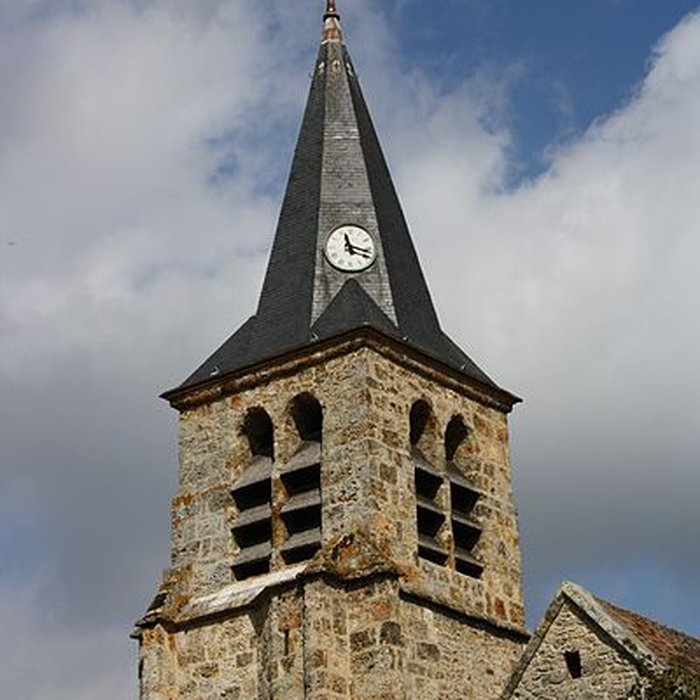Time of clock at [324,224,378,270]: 11:17
